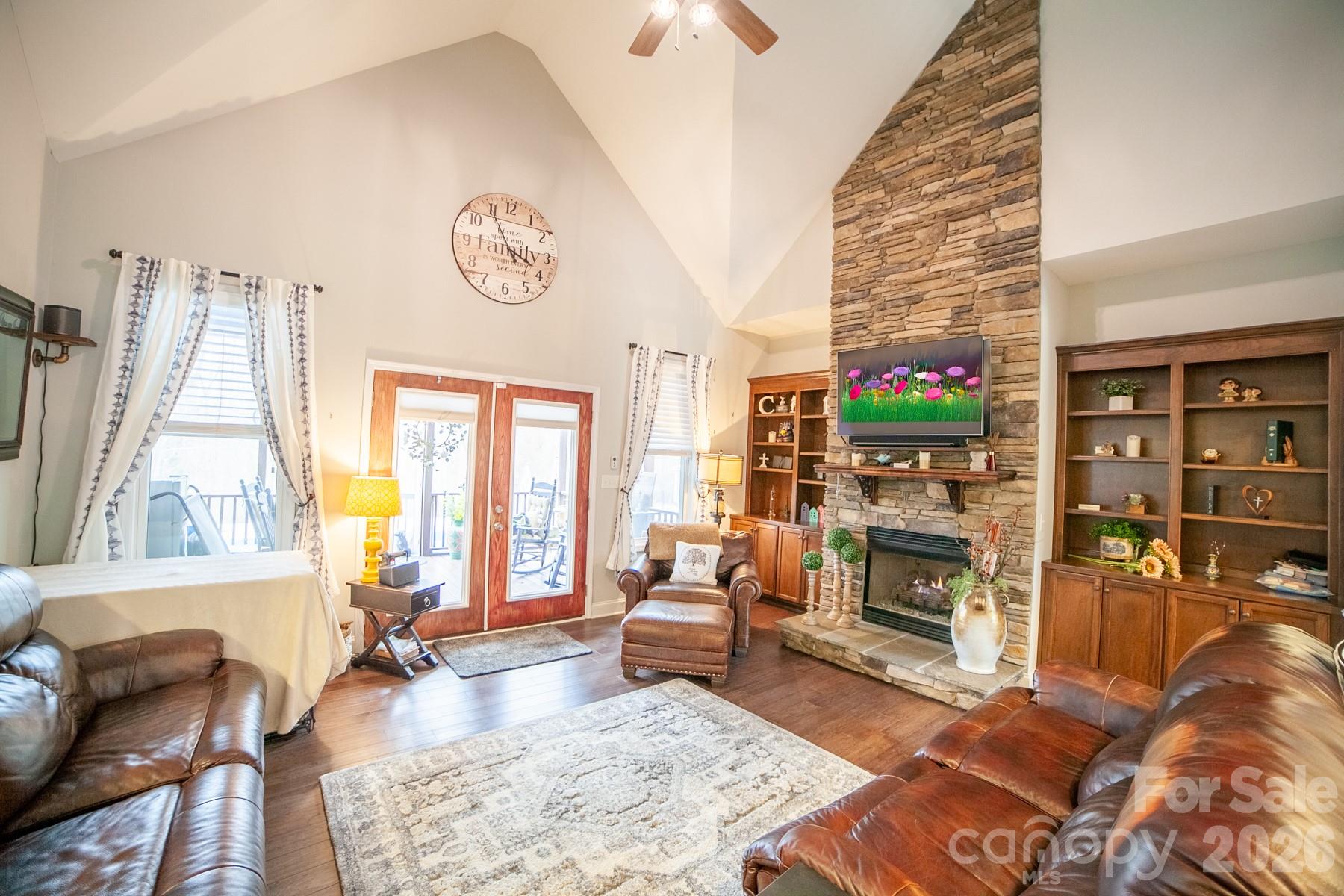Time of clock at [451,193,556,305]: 3:54
